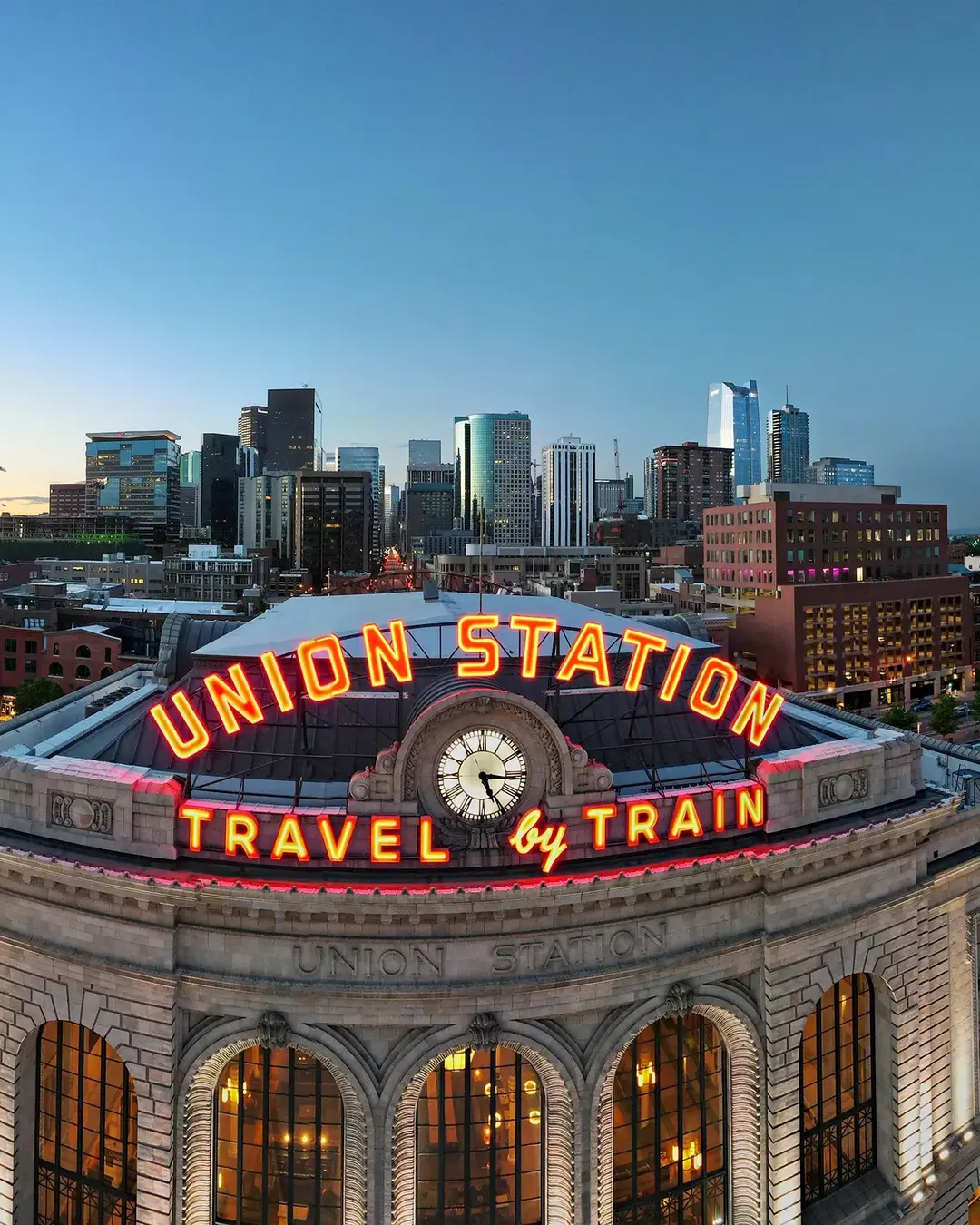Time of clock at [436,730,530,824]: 5:15
